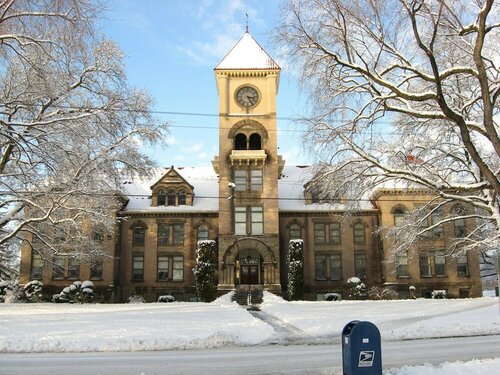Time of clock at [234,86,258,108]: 3:24
